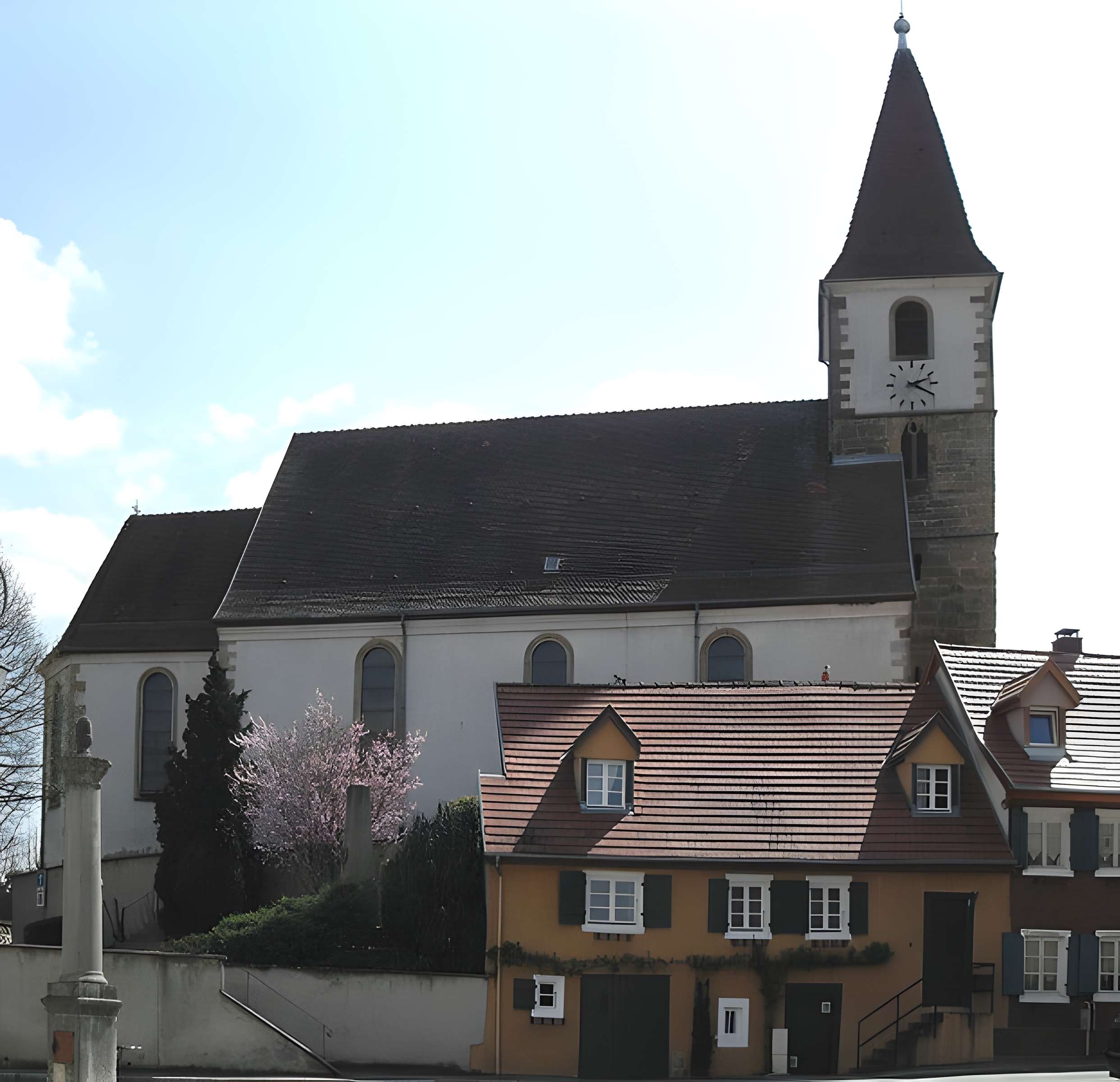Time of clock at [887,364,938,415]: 2:19
